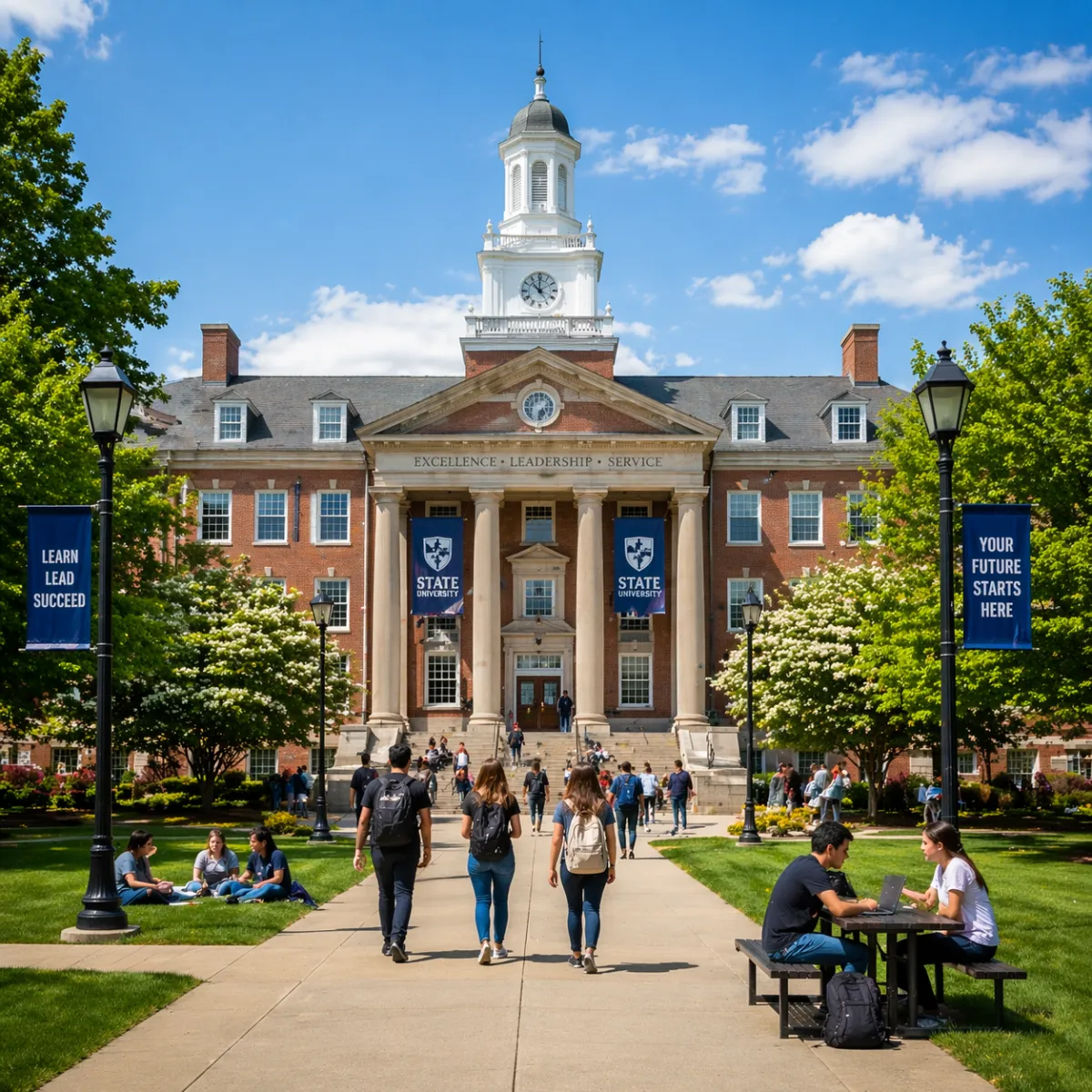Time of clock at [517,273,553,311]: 10:00
